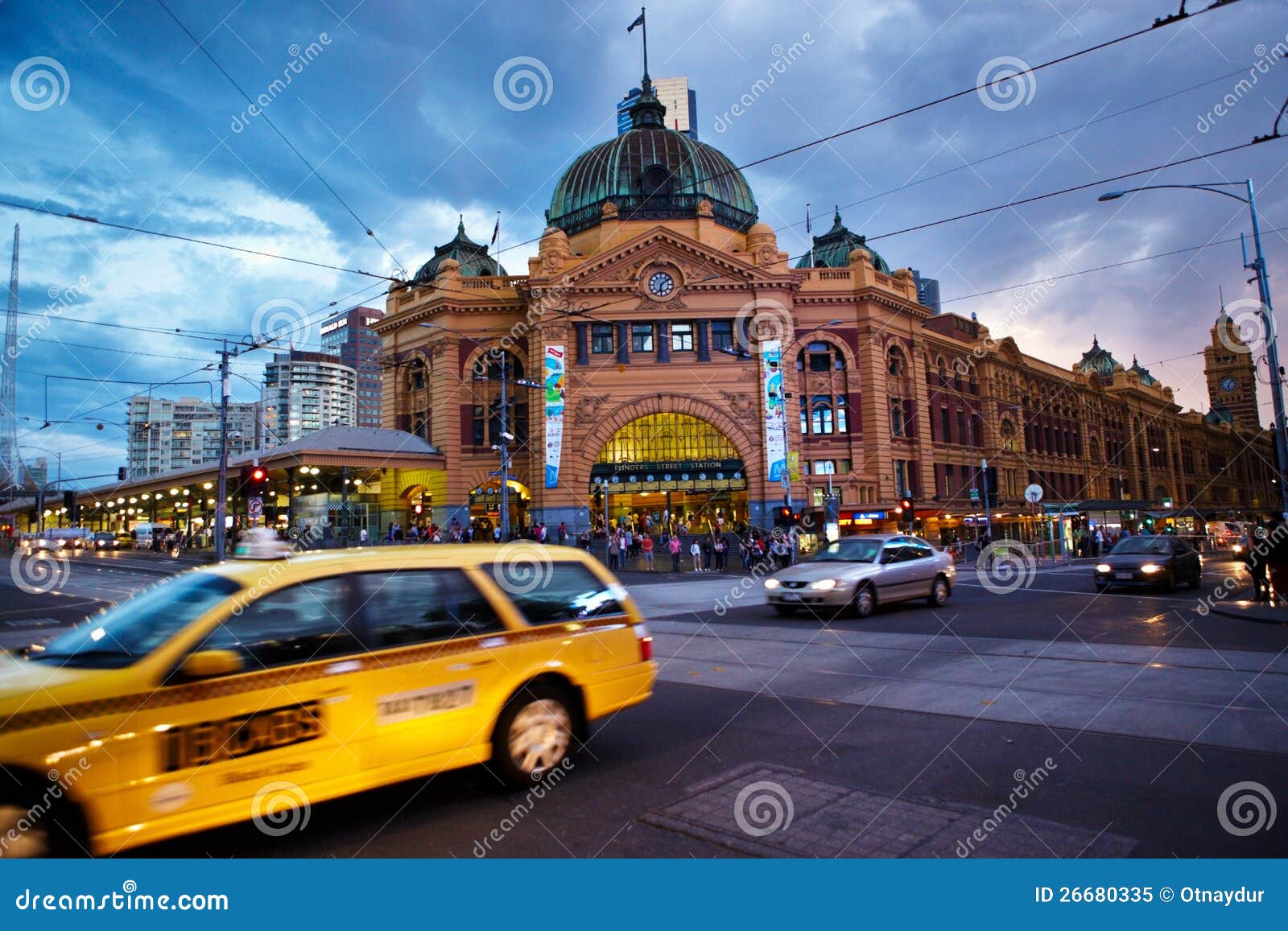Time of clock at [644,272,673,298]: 6:08
